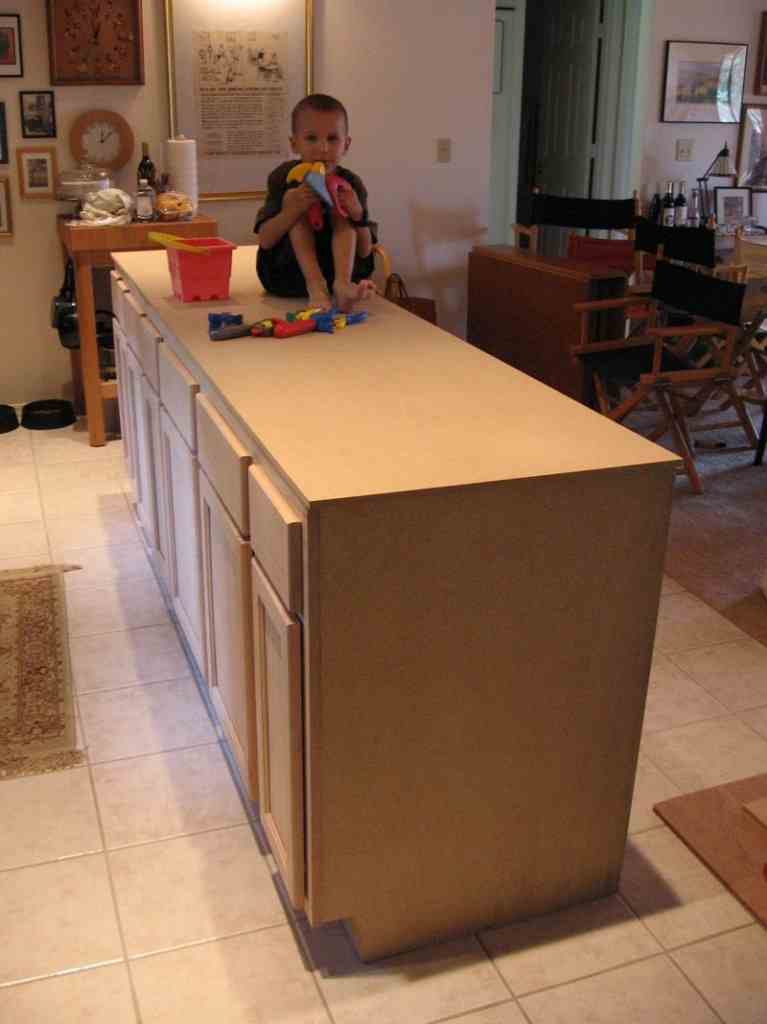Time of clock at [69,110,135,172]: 12:07
